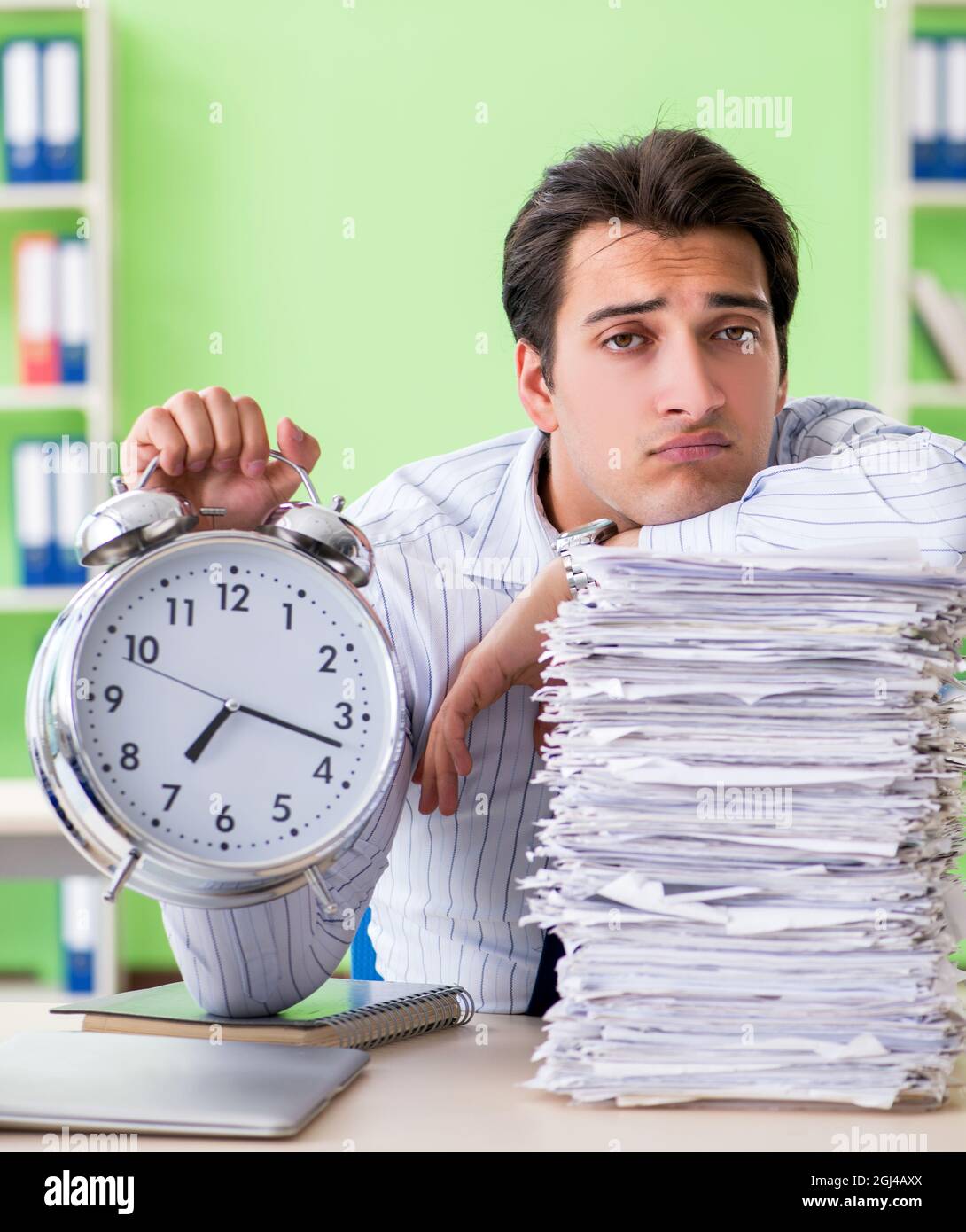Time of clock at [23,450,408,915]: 7:17
